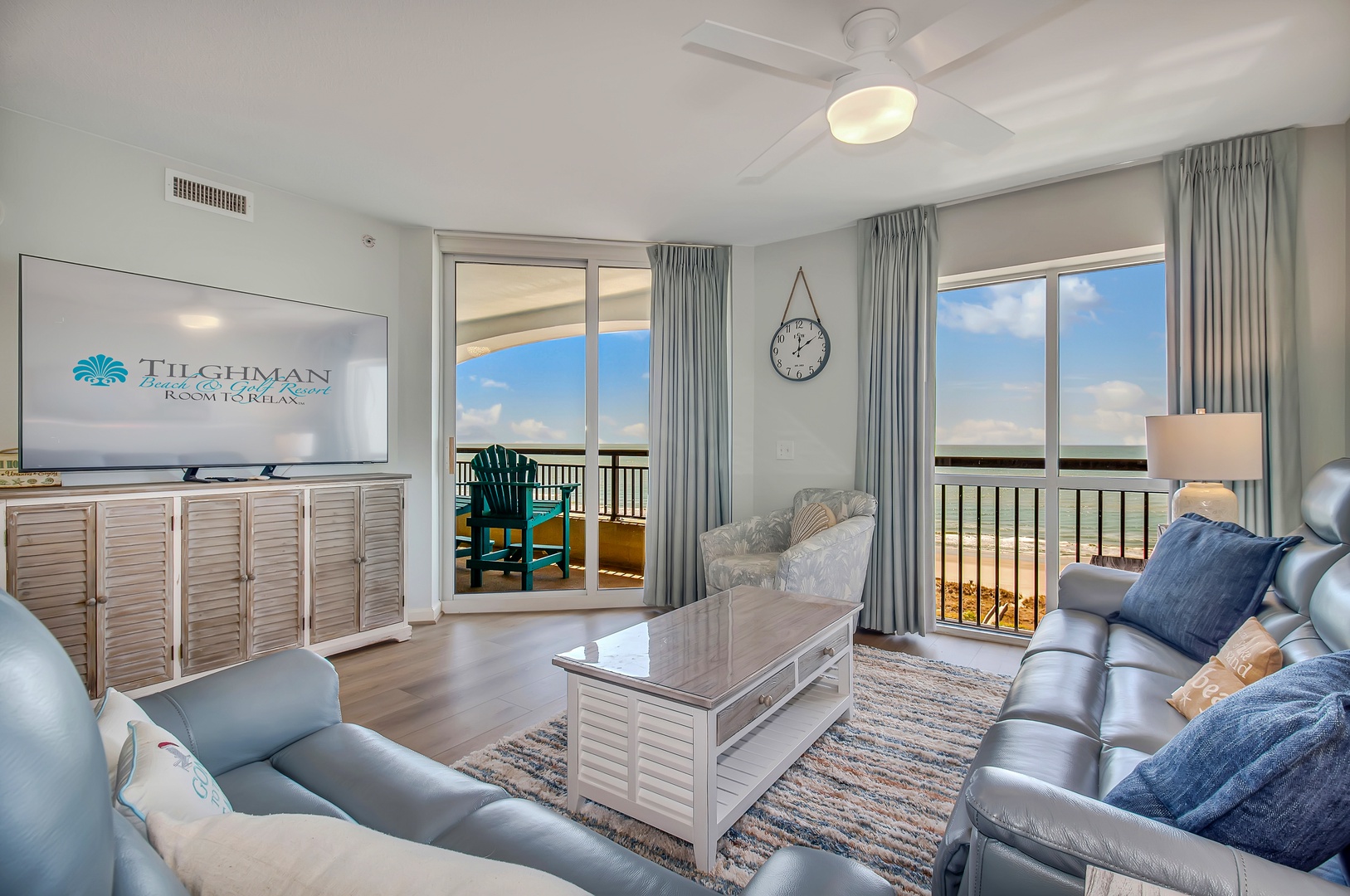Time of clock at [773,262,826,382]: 12:09
